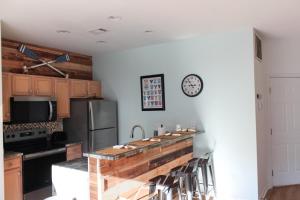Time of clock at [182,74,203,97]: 2:53
